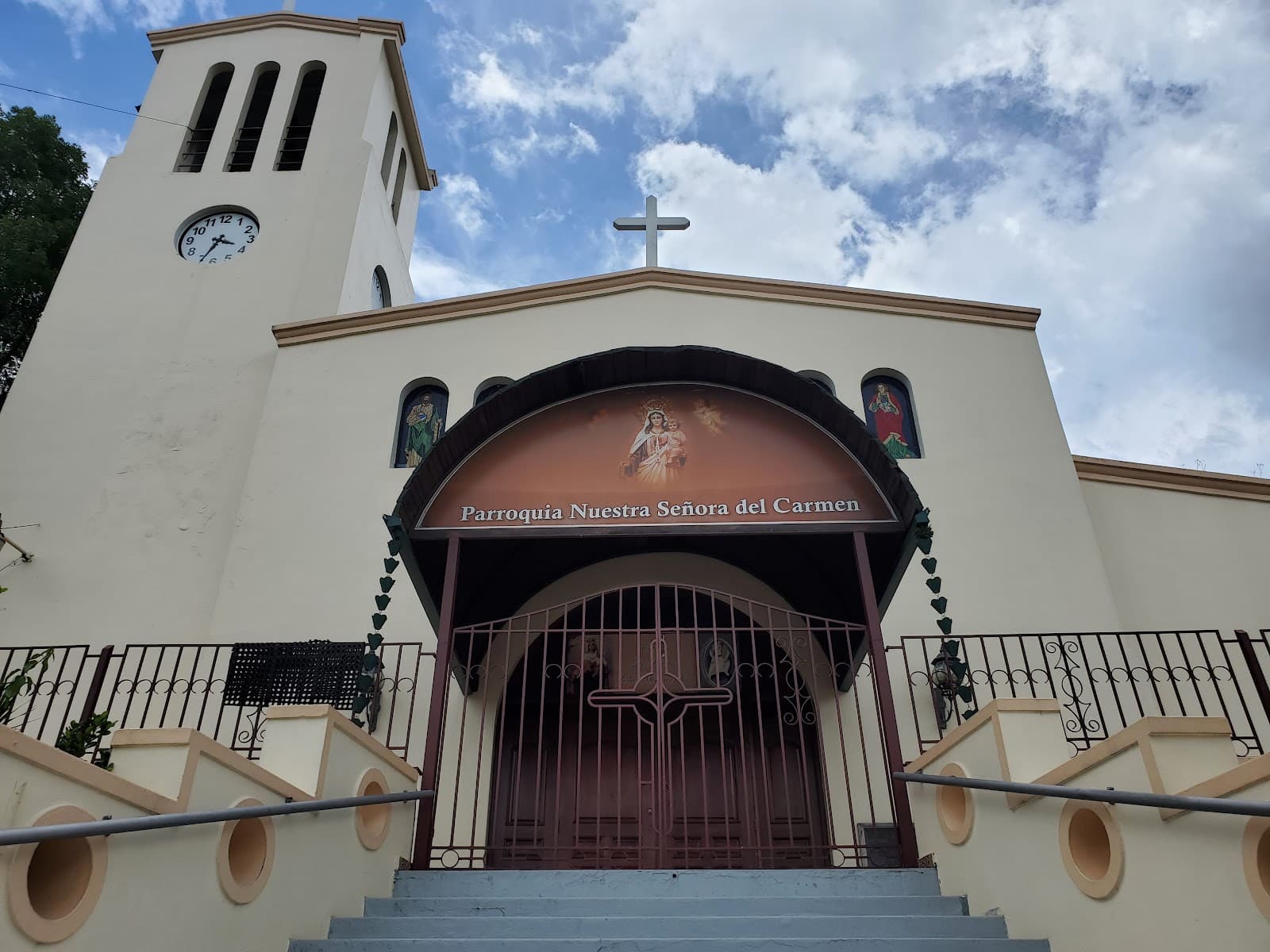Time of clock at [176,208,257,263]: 3:34
